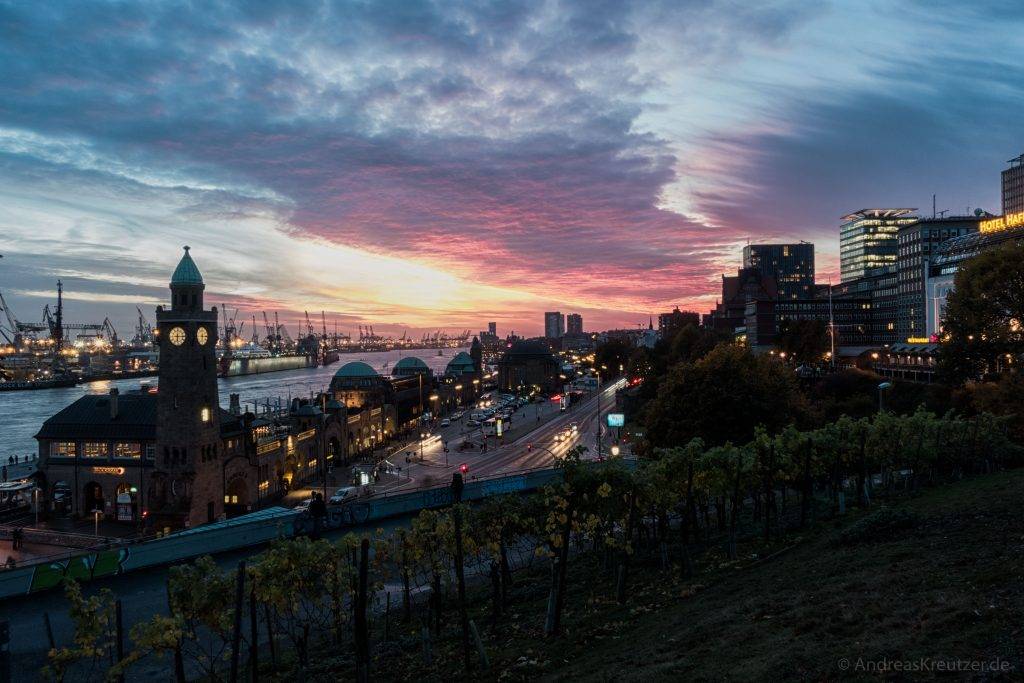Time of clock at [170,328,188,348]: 6:15
